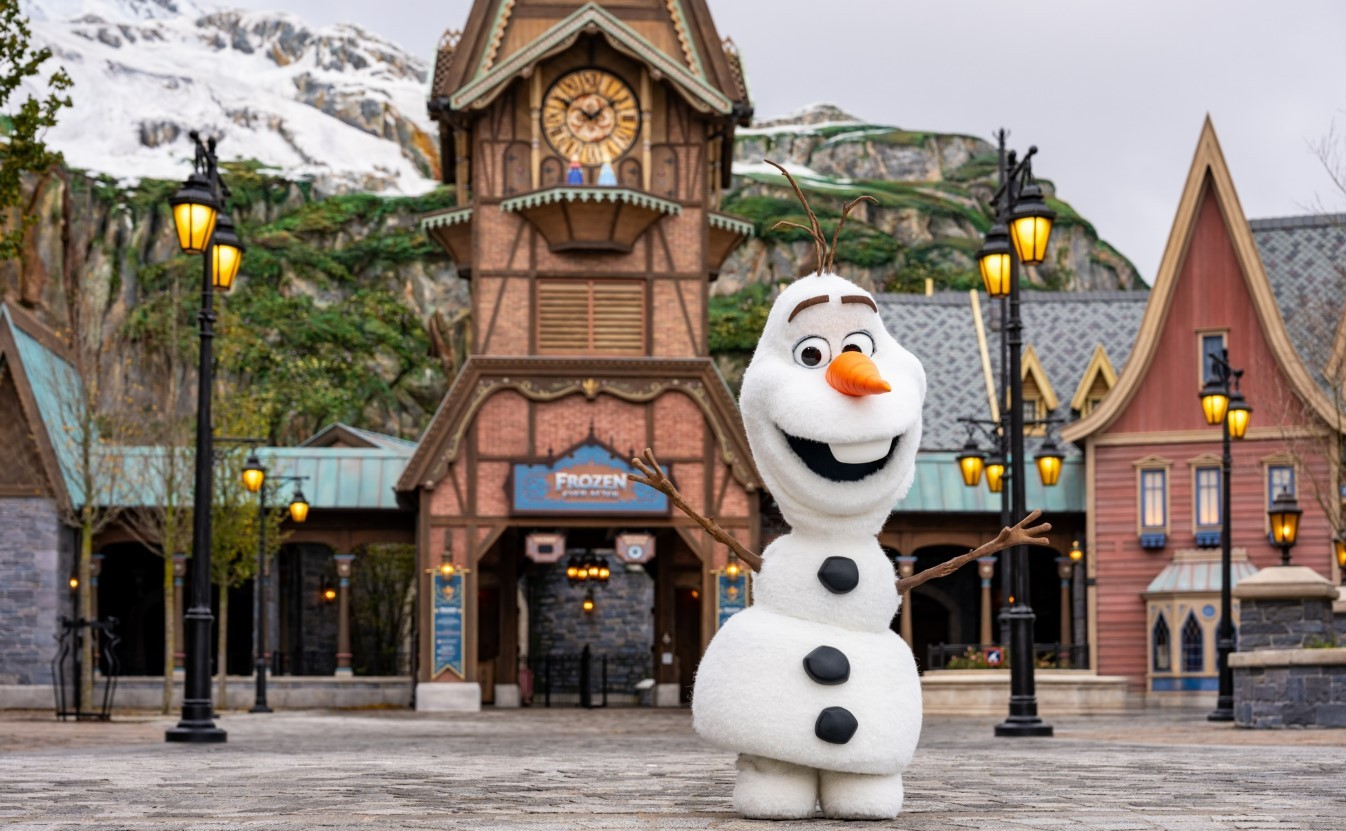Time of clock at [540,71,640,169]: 1:50
